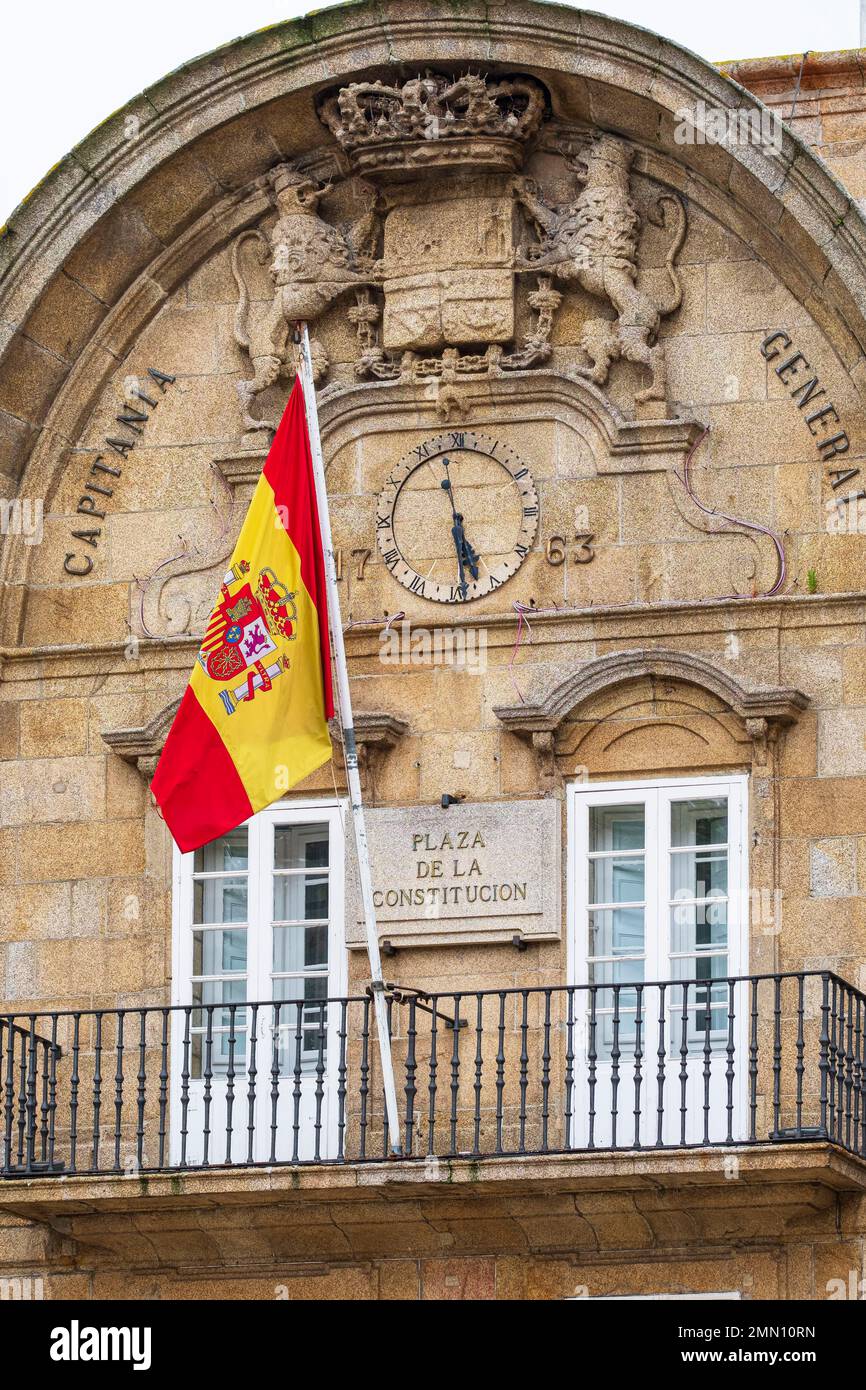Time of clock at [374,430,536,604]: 5:28
